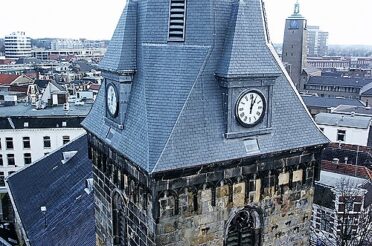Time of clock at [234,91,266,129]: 1:01
